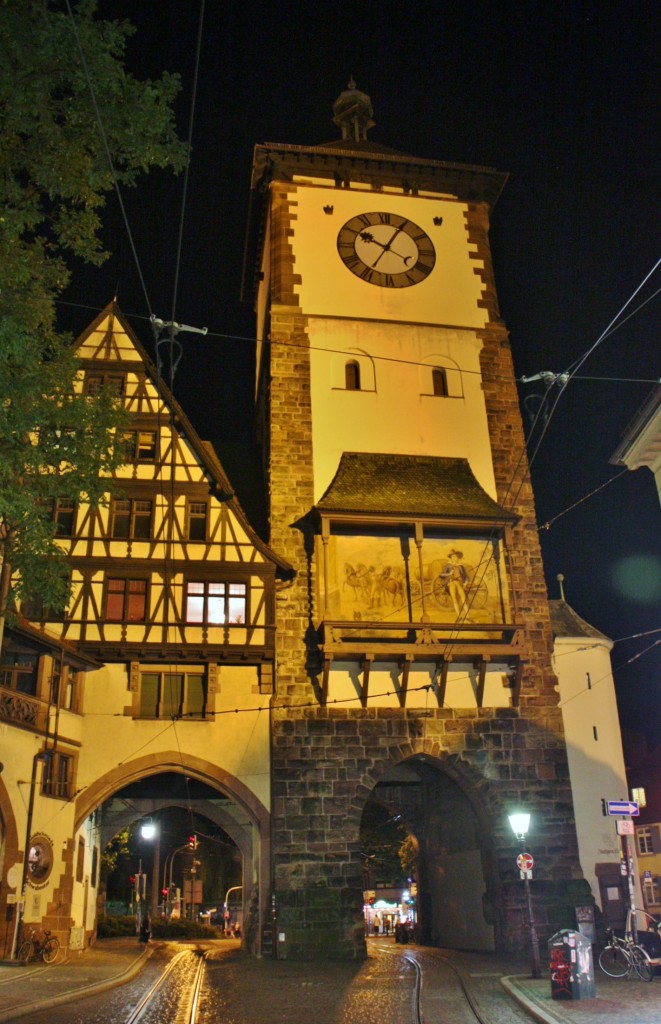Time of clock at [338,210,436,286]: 10:04
